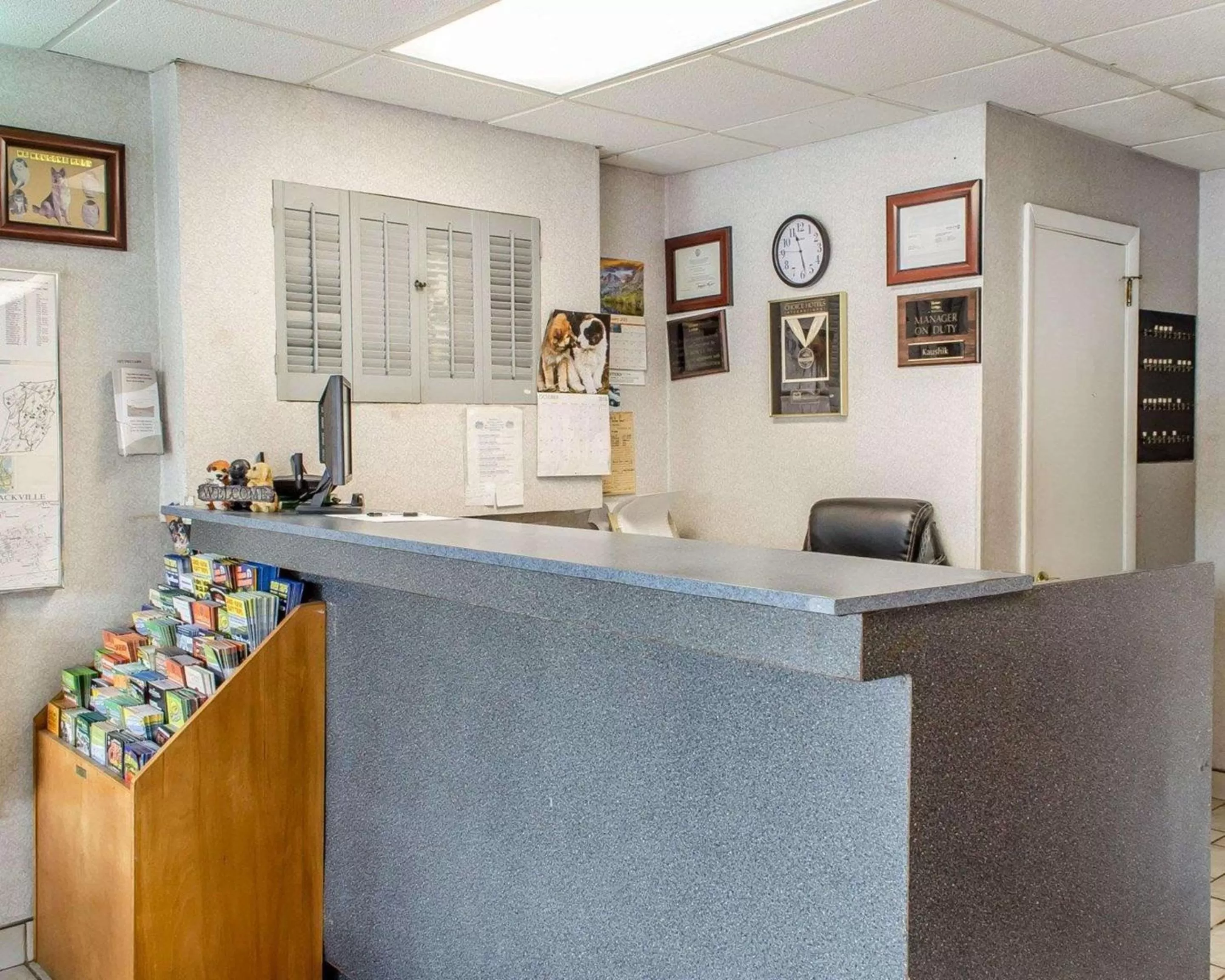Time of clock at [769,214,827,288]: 11:28
